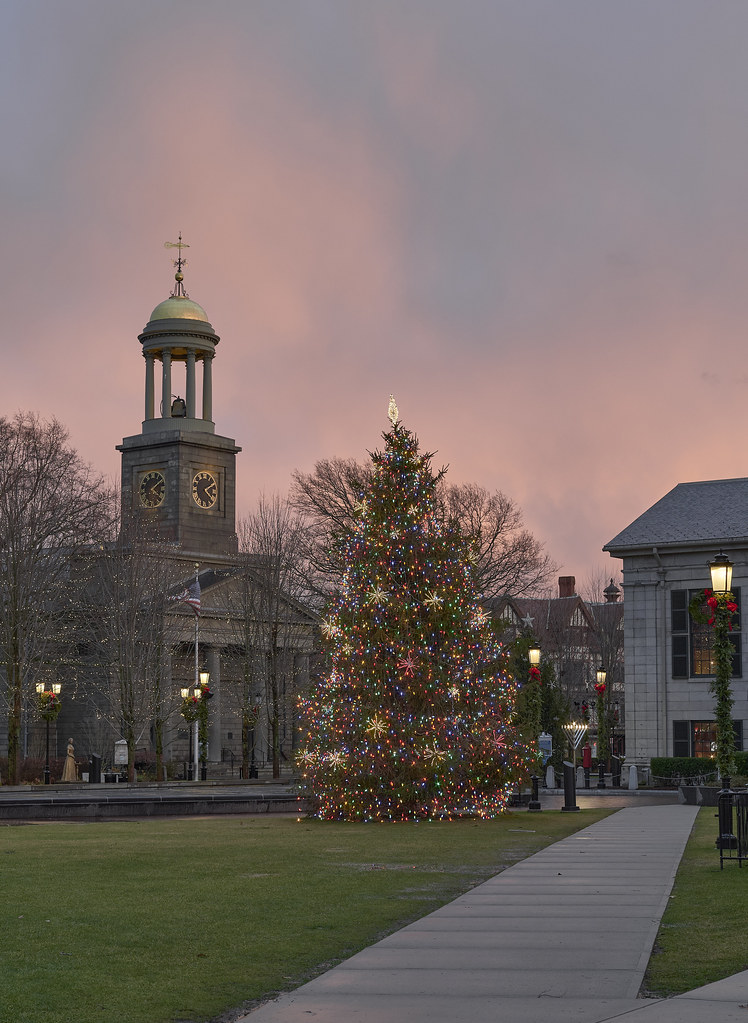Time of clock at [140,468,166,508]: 4:08
